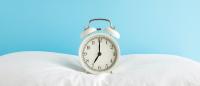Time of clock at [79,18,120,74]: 7:00
